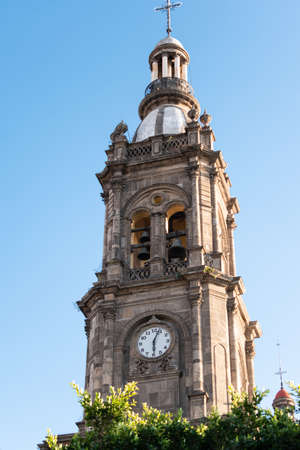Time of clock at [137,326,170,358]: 6:03
